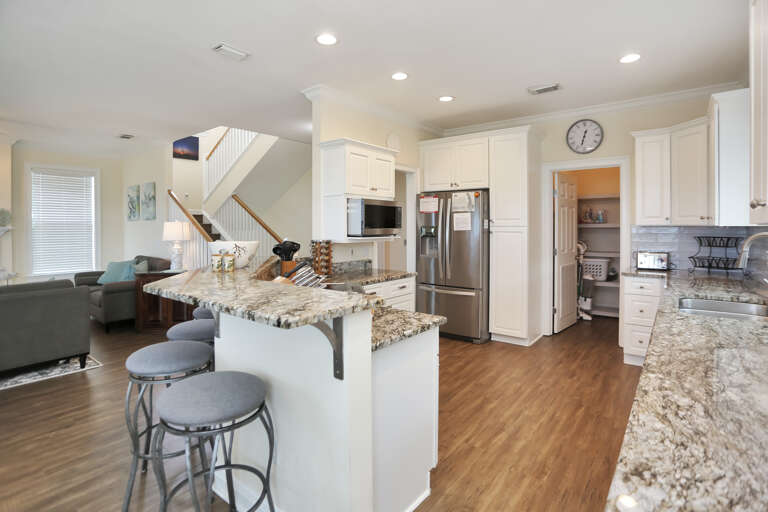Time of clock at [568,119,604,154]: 12:32
